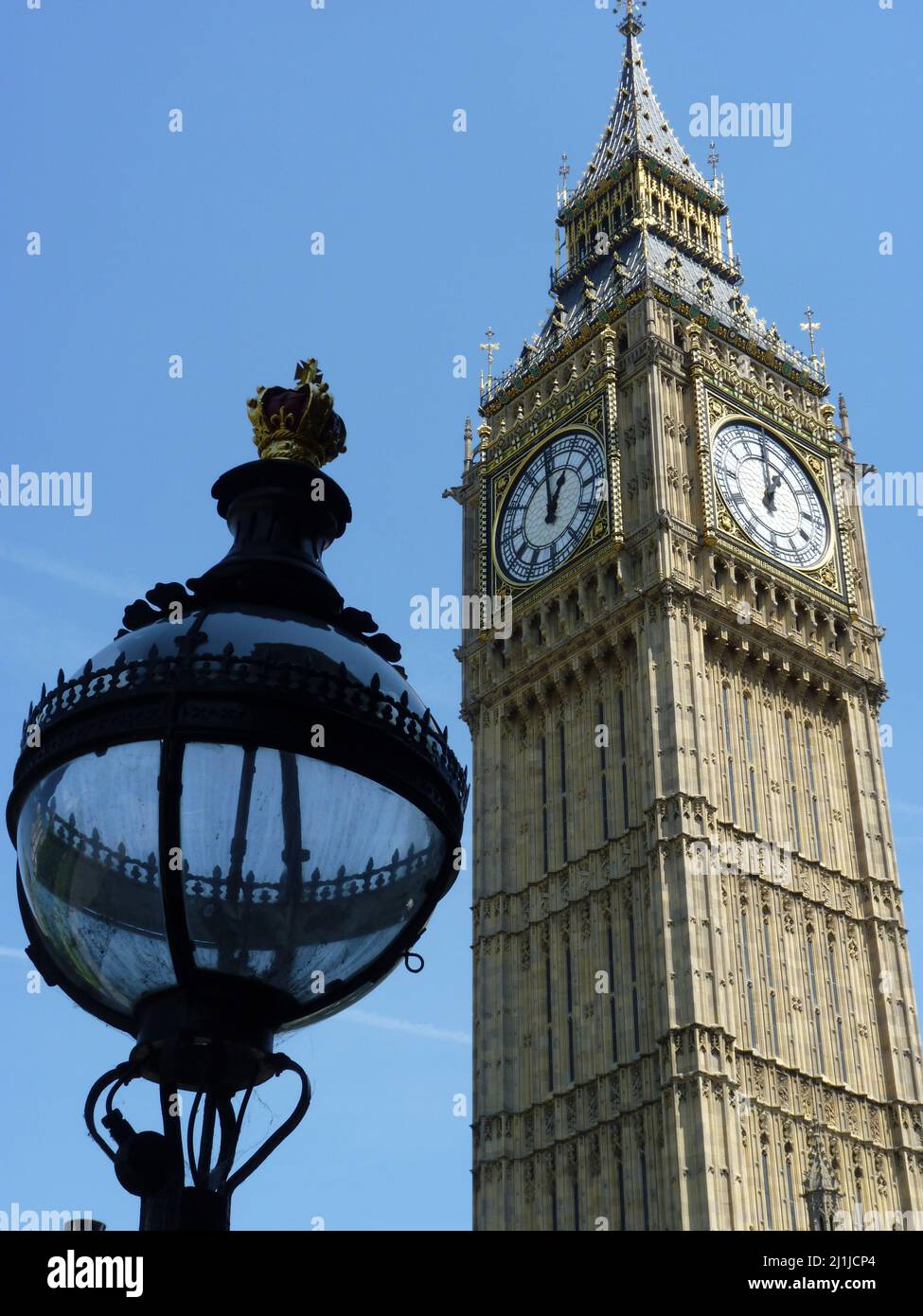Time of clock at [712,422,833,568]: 12:59
